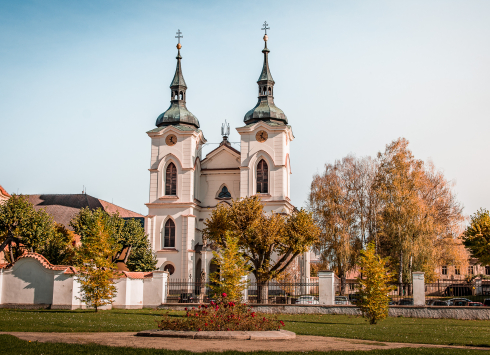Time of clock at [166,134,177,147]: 12:23
